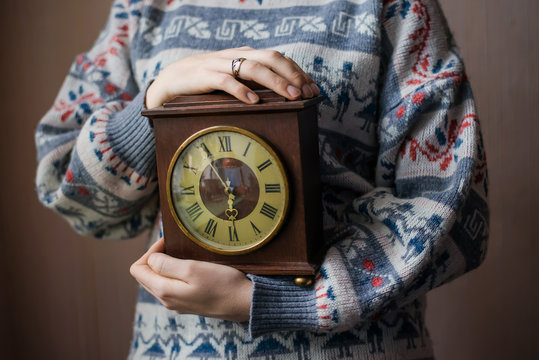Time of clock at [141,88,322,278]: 5:55
